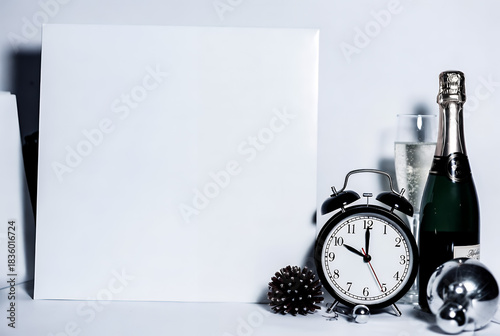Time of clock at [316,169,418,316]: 10:00
